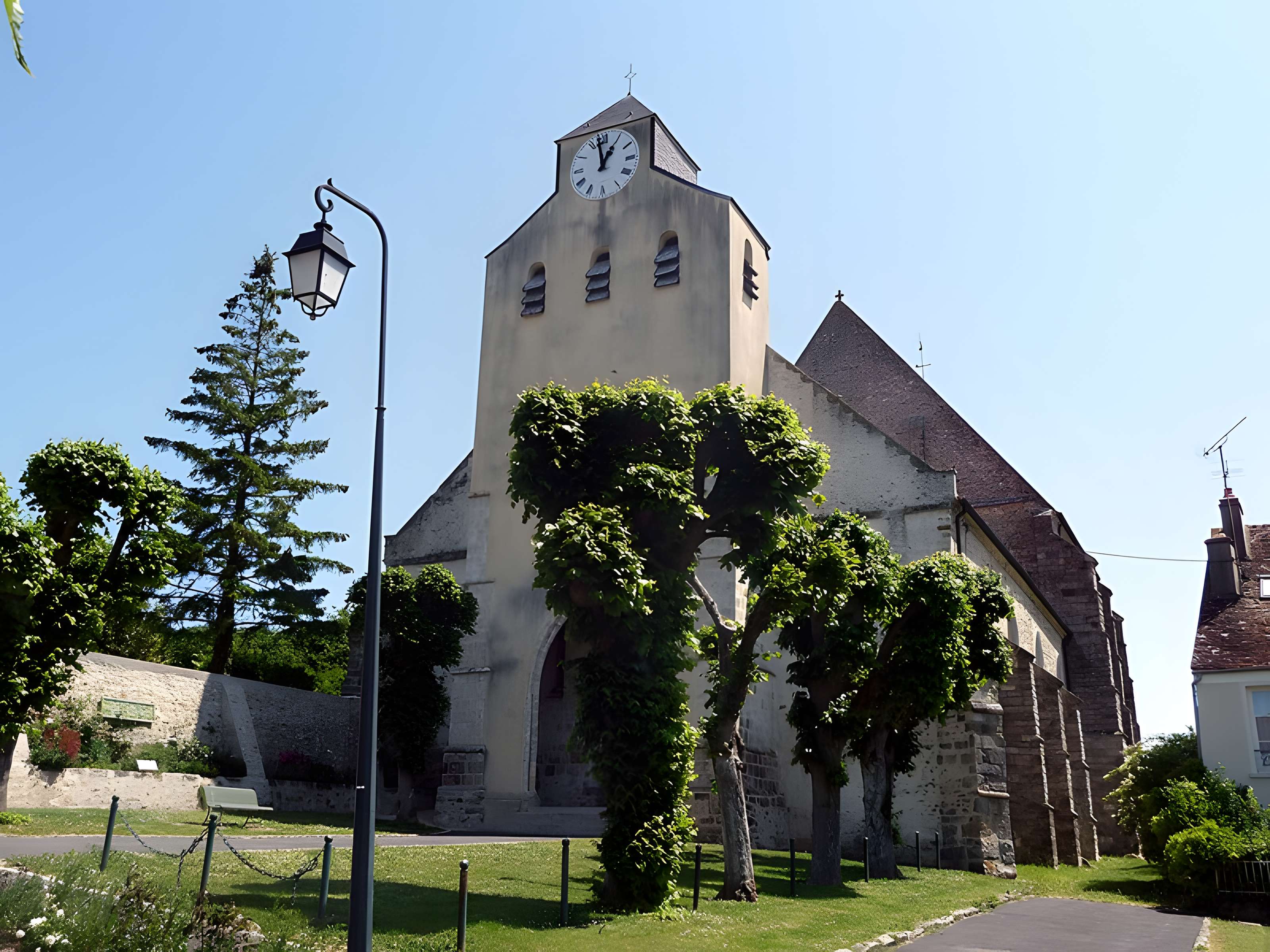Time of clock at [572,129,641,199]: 12:58
